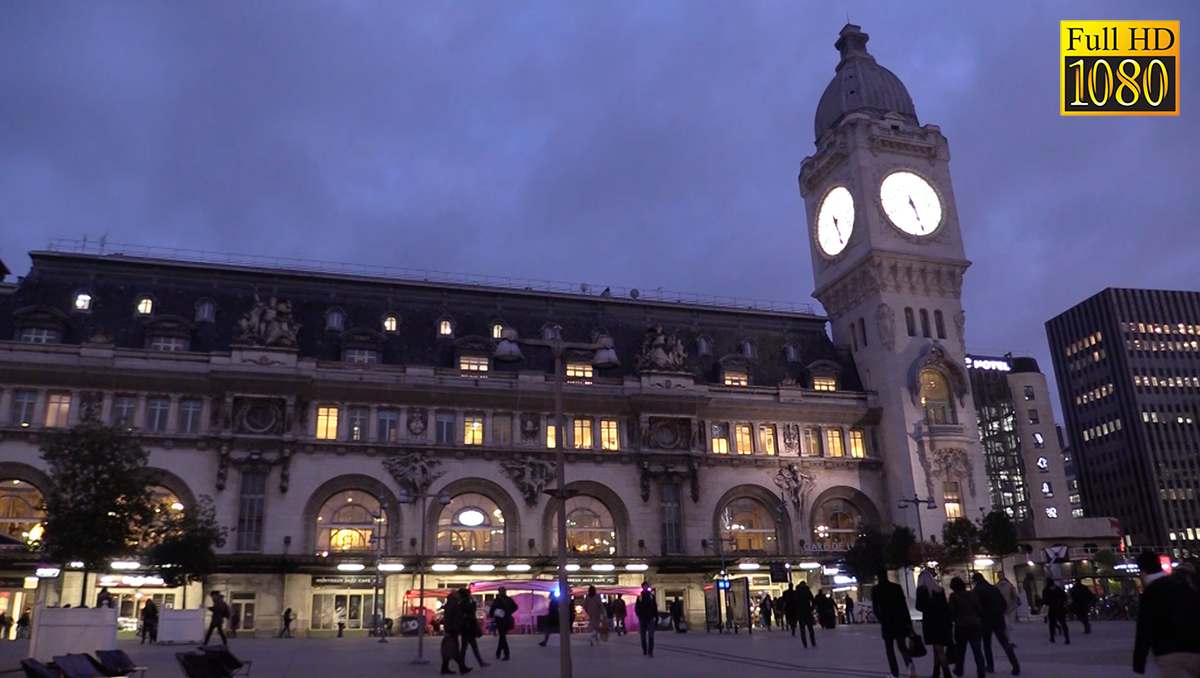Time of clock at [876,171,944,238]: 5:26
